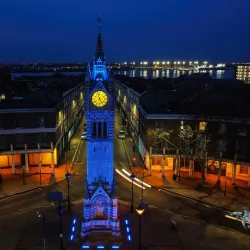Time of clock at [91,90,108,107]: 4:57
